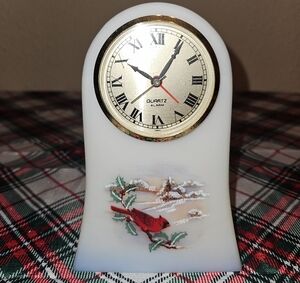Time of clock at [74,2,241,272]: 10:05
